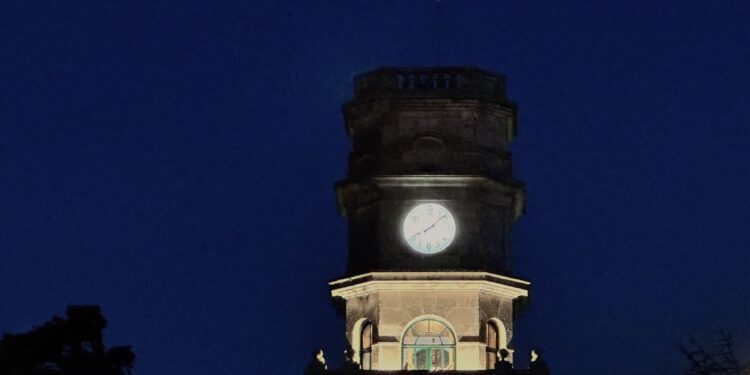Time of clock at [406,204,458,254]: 8:08
